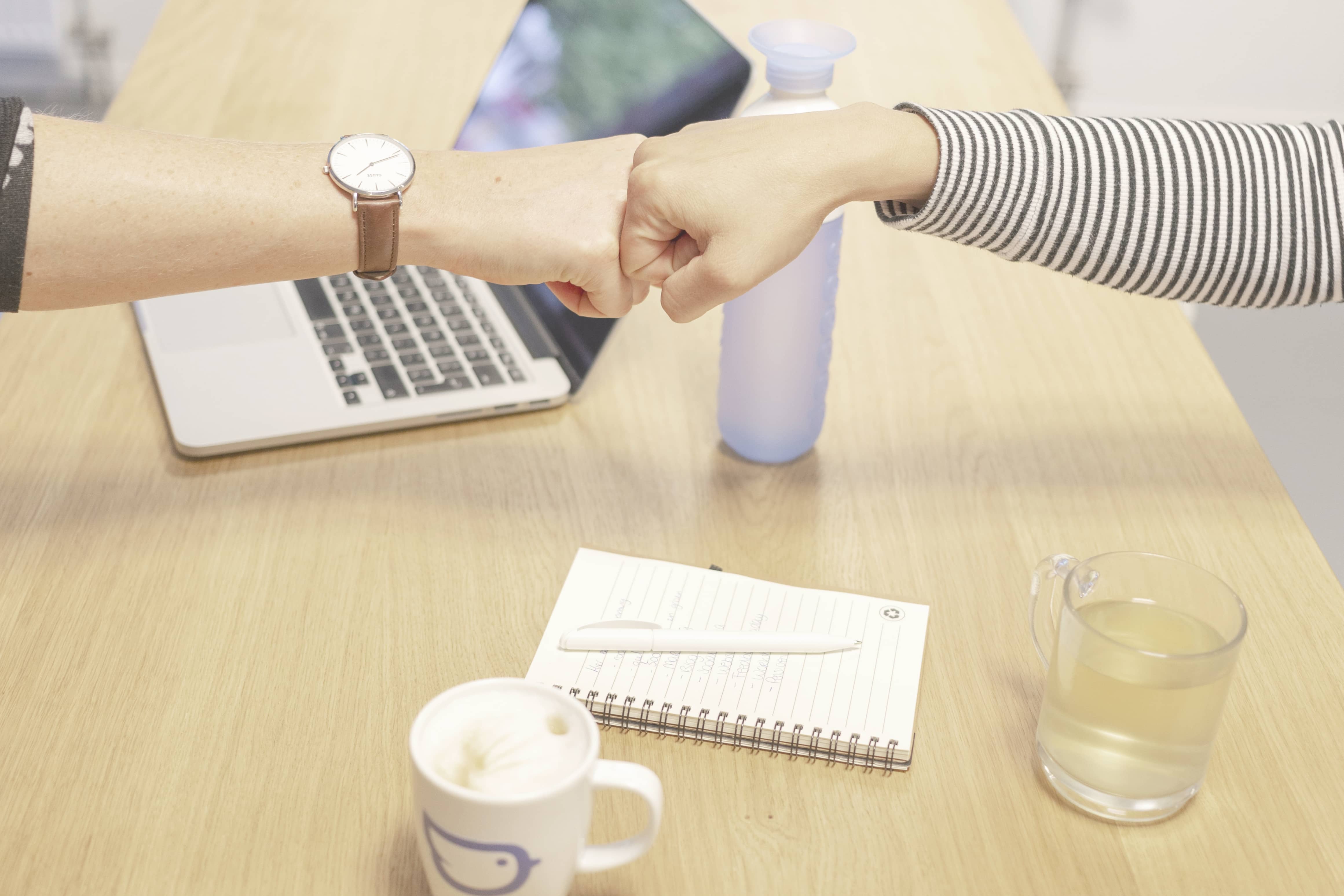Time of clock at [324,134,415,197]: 7:11
